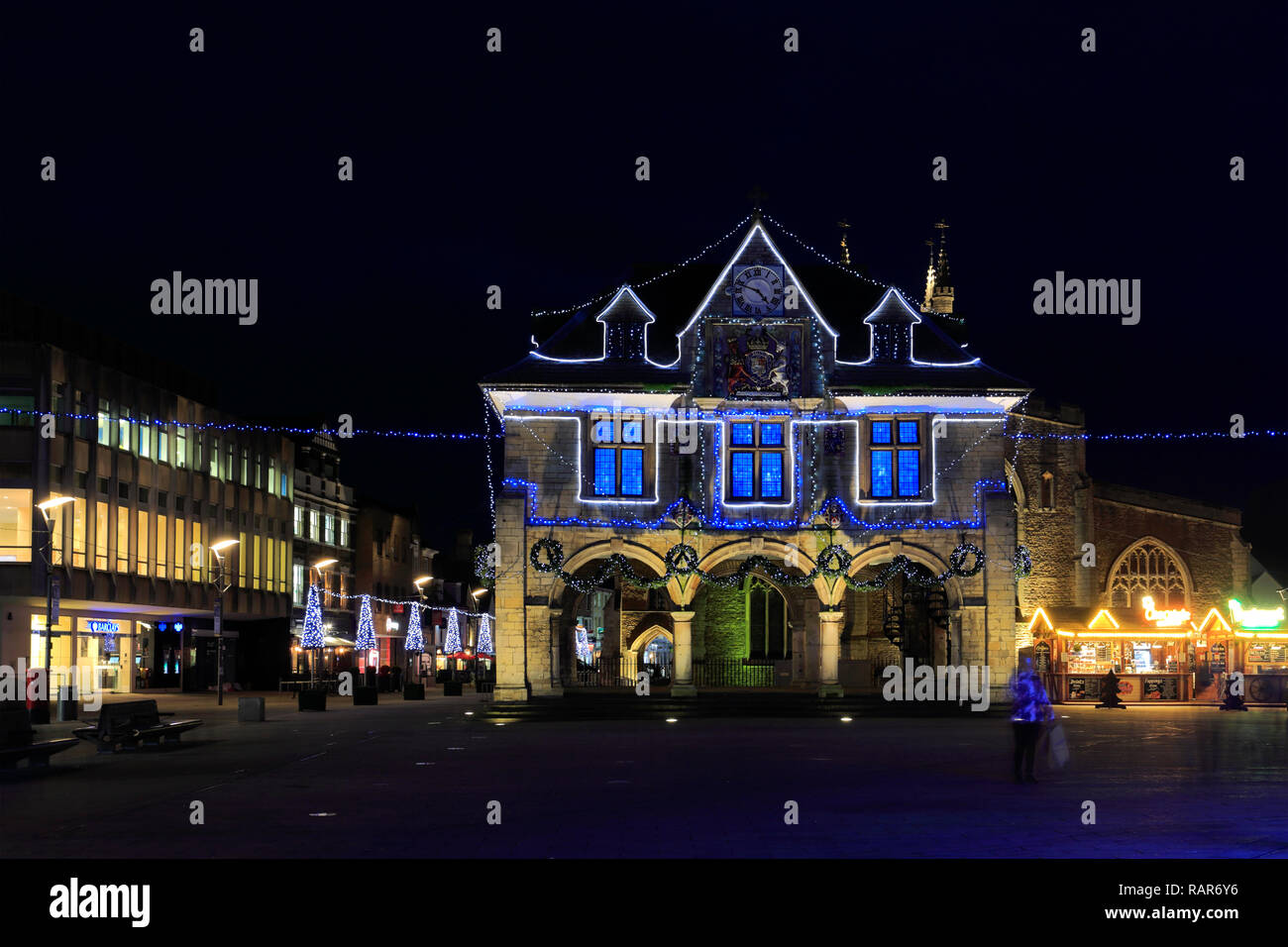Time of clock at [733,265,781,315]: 4:48
